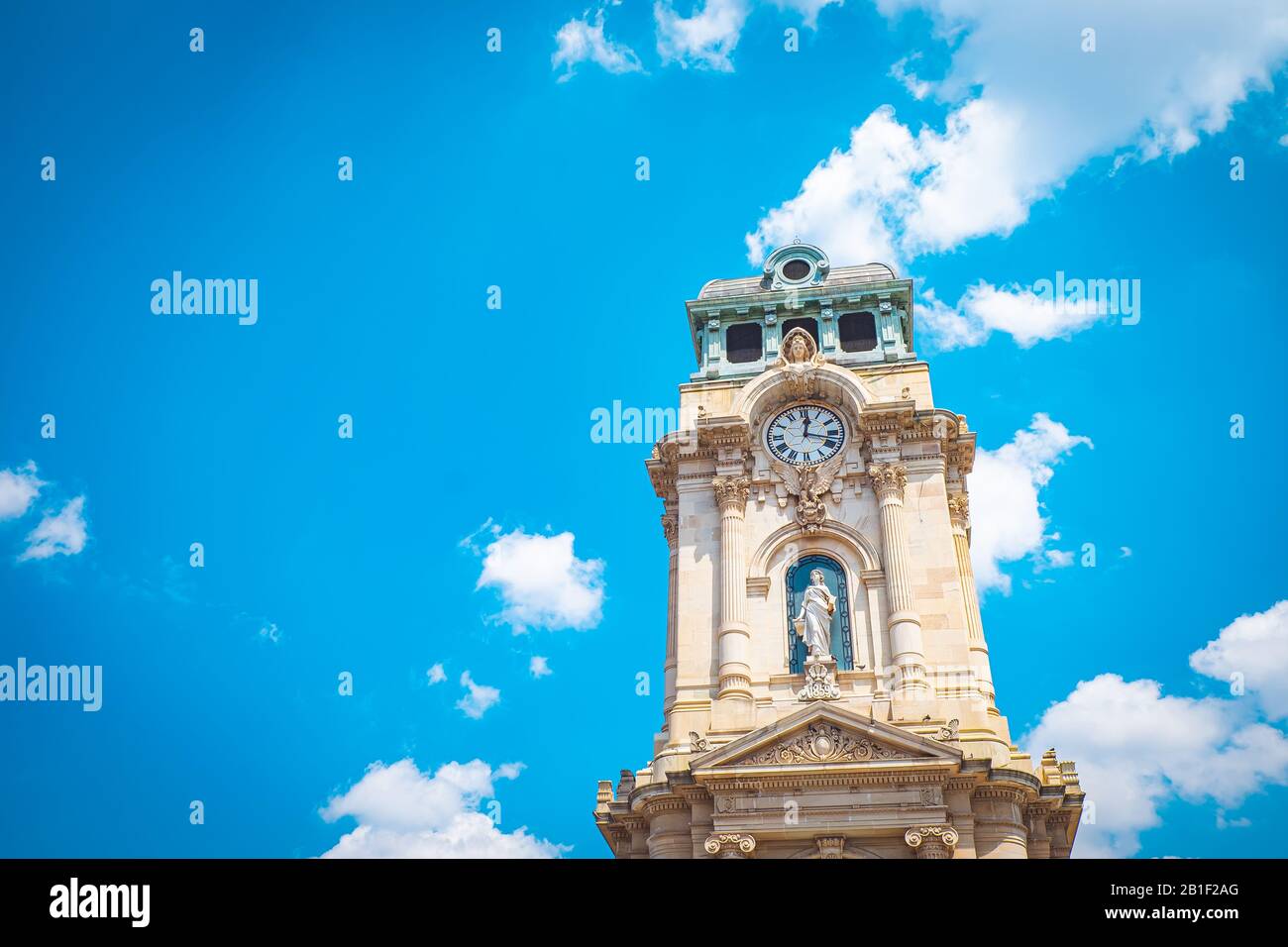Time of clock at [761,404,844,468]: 12:17
